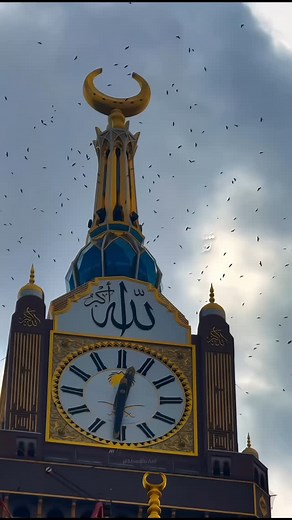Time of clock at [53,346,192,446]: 12:30
